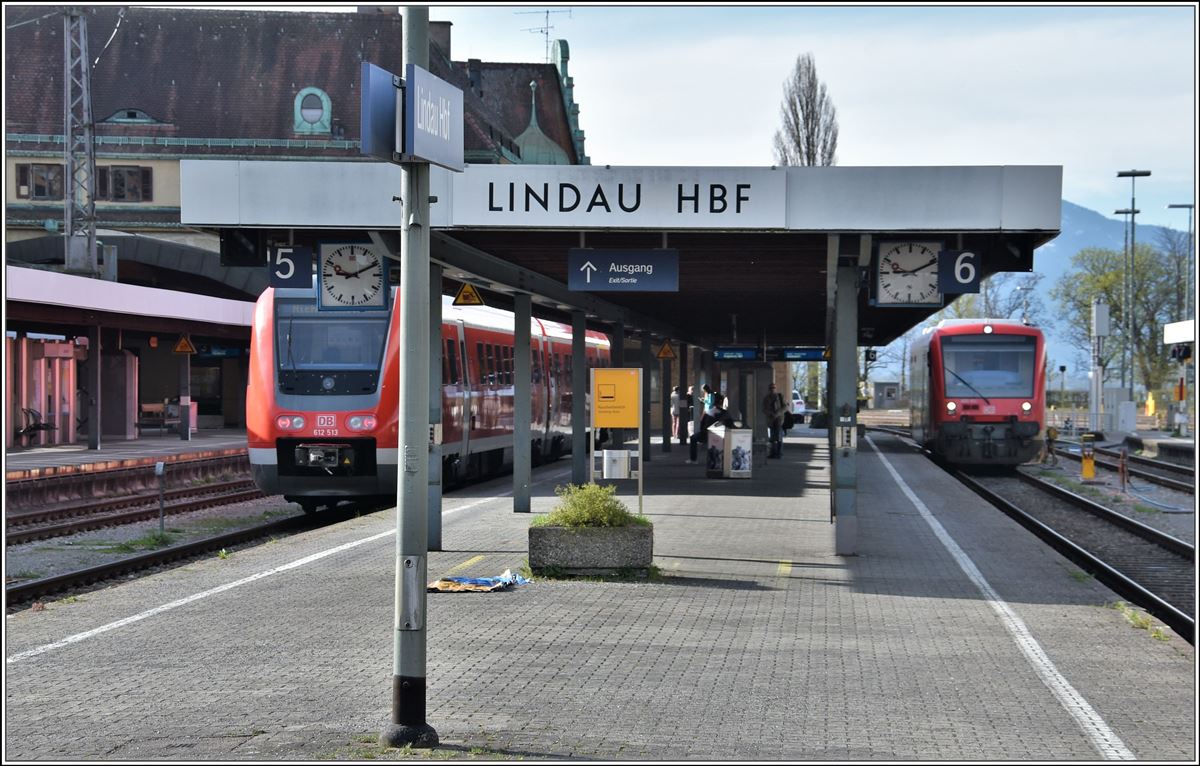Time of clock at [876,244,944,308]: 9:10
